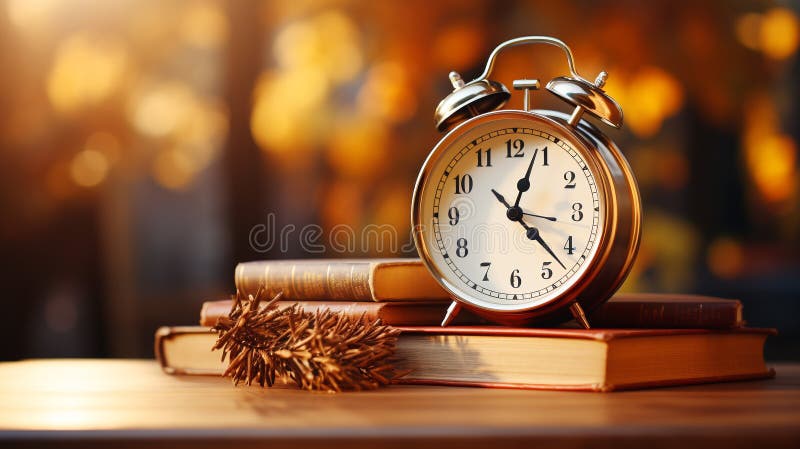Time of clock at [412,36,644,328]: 12:22
